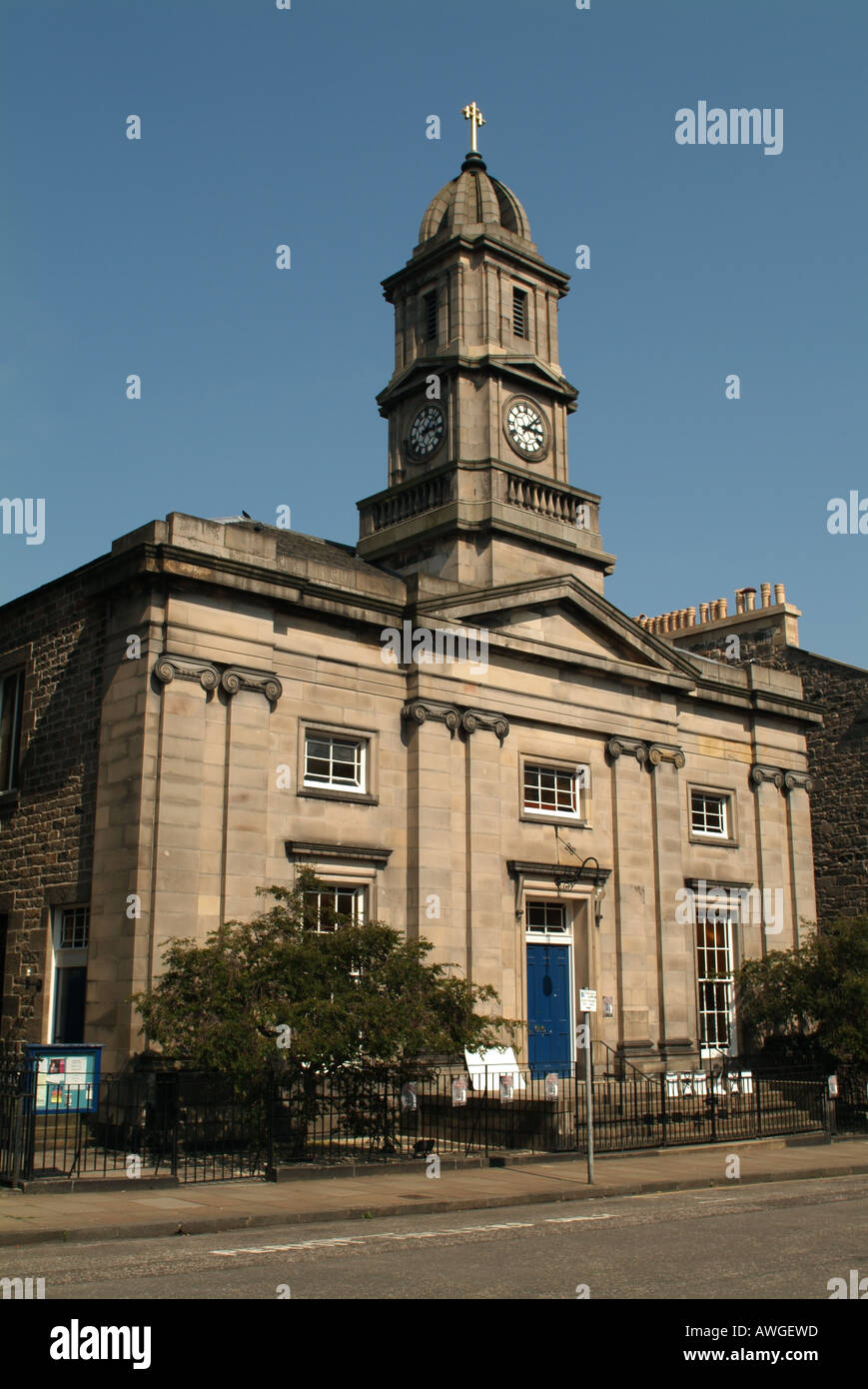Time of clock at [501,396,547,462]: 3:07
